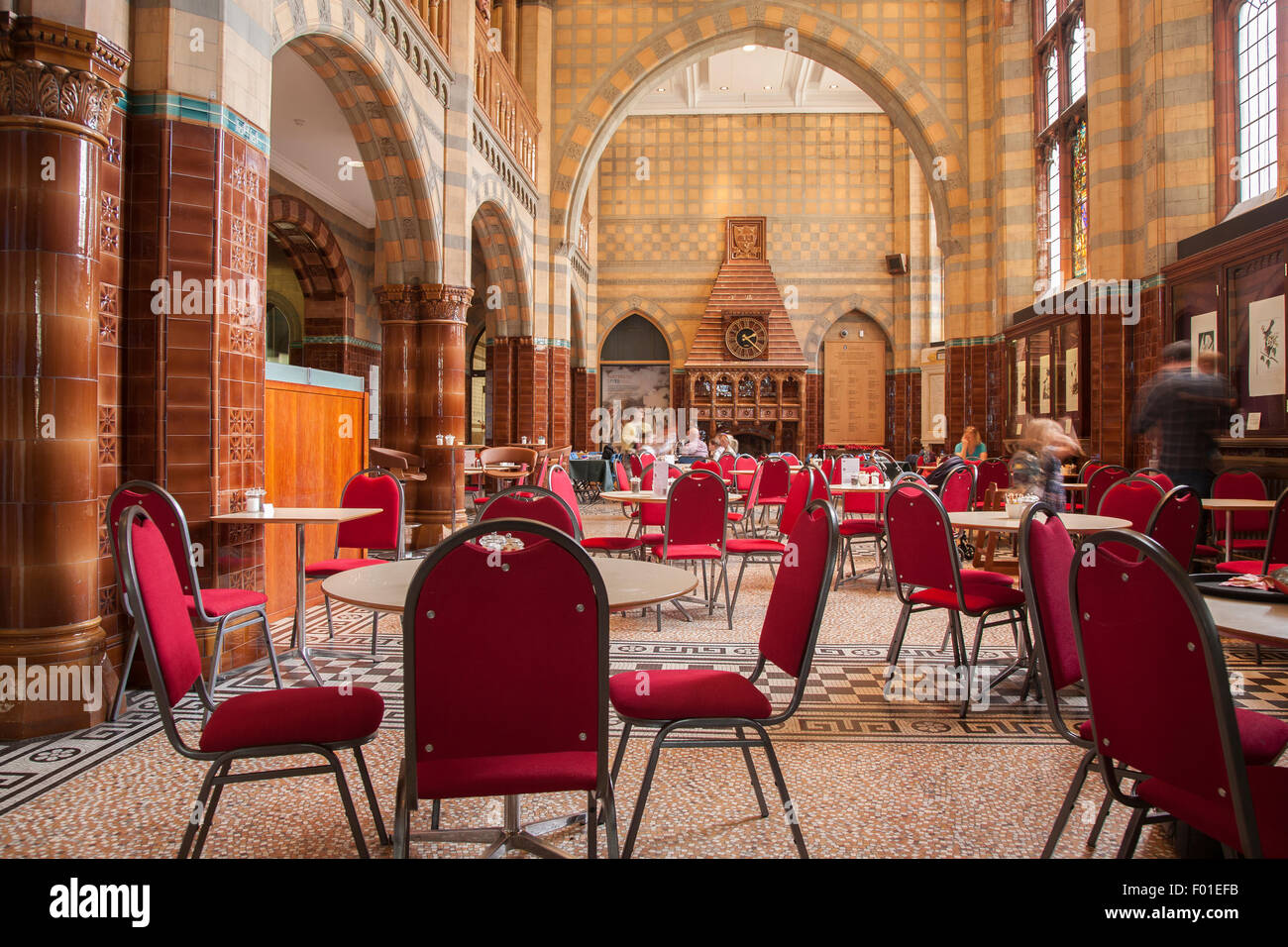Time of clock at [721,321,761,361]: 2:21
